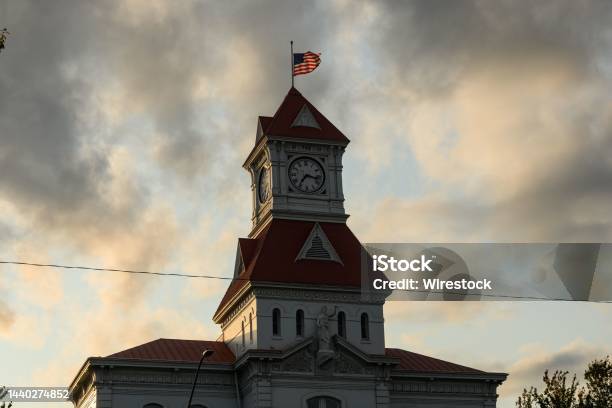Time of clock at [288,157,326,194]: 7:17
